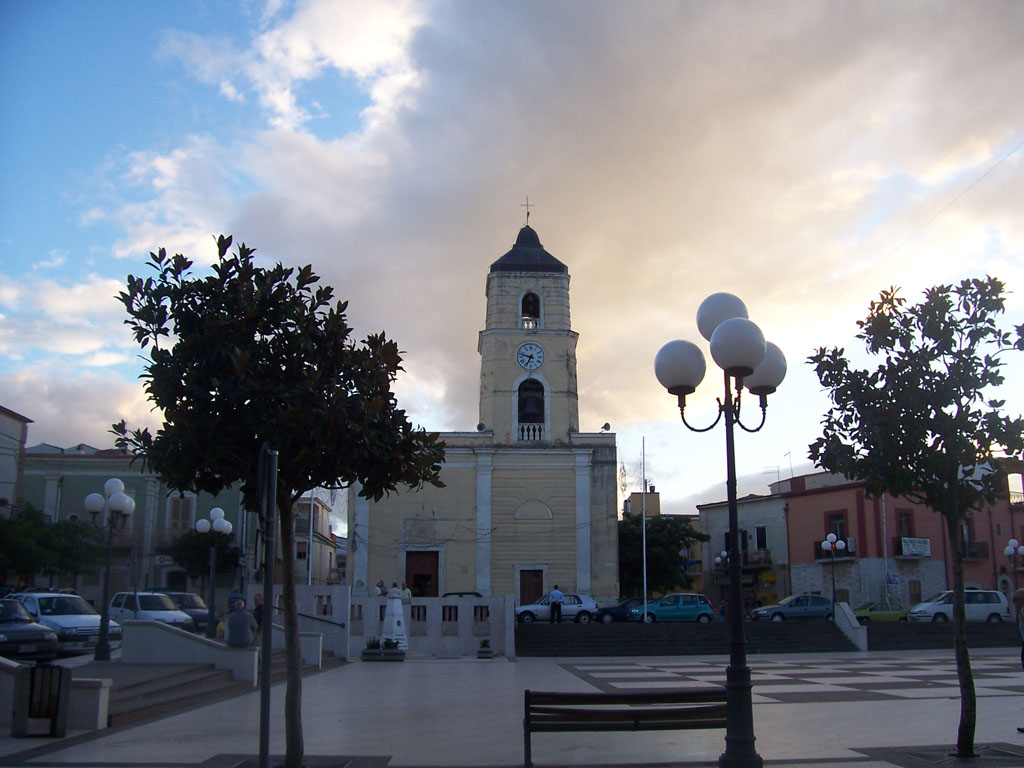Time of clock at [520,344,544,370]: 6:47
